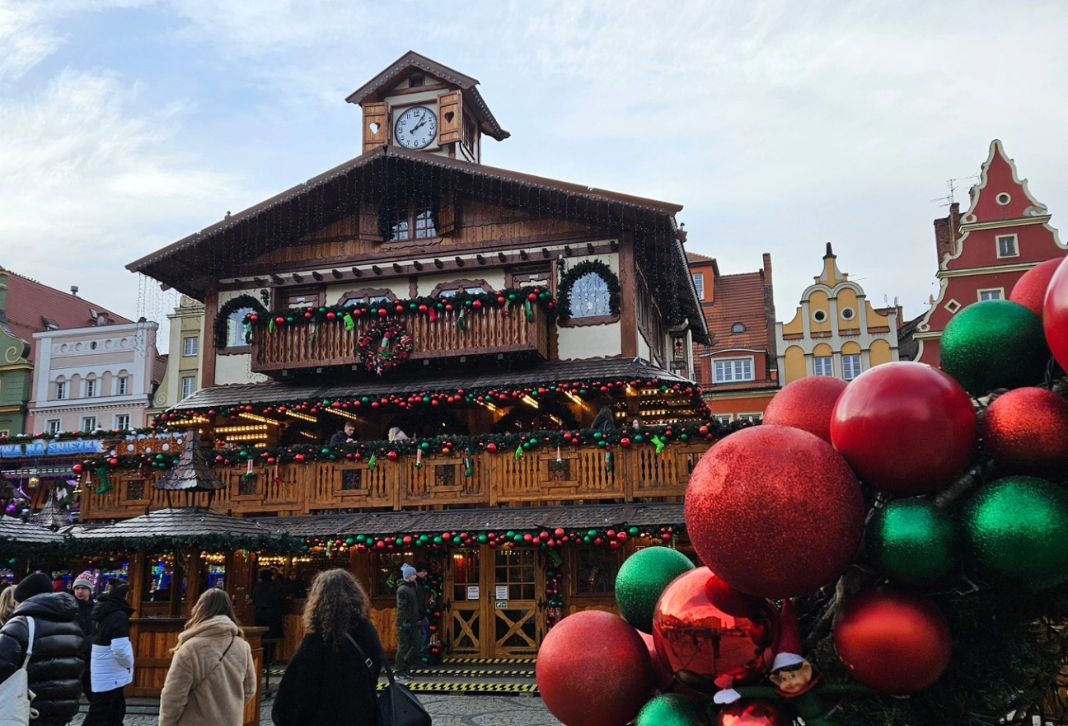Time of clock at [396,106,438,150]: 2:05
